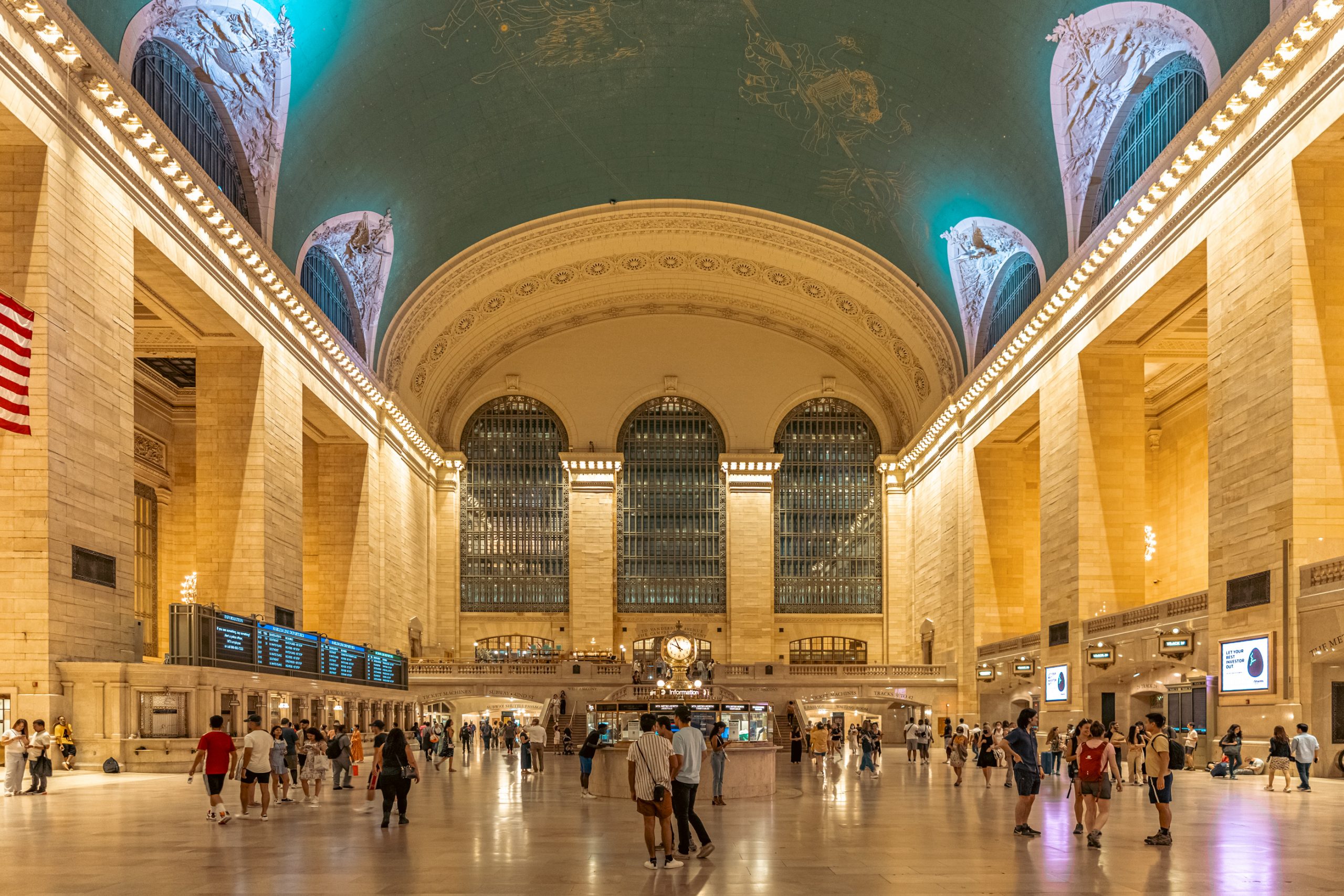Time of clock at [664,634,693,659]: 9:56
